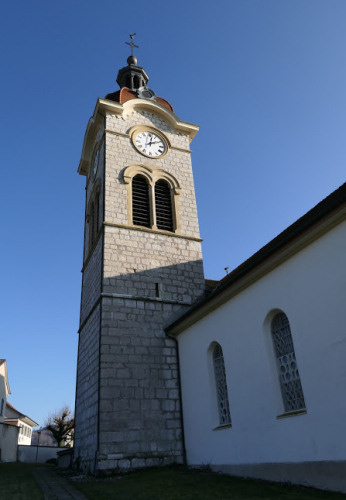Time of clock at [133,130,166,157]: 2:02
